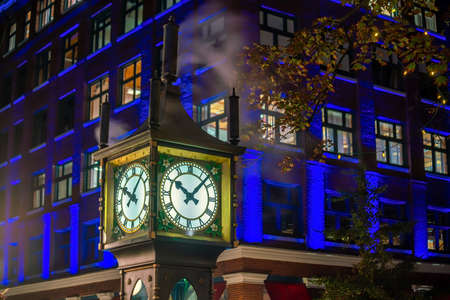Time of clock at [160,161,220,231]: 10:07
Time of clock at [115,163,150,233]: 10:07
